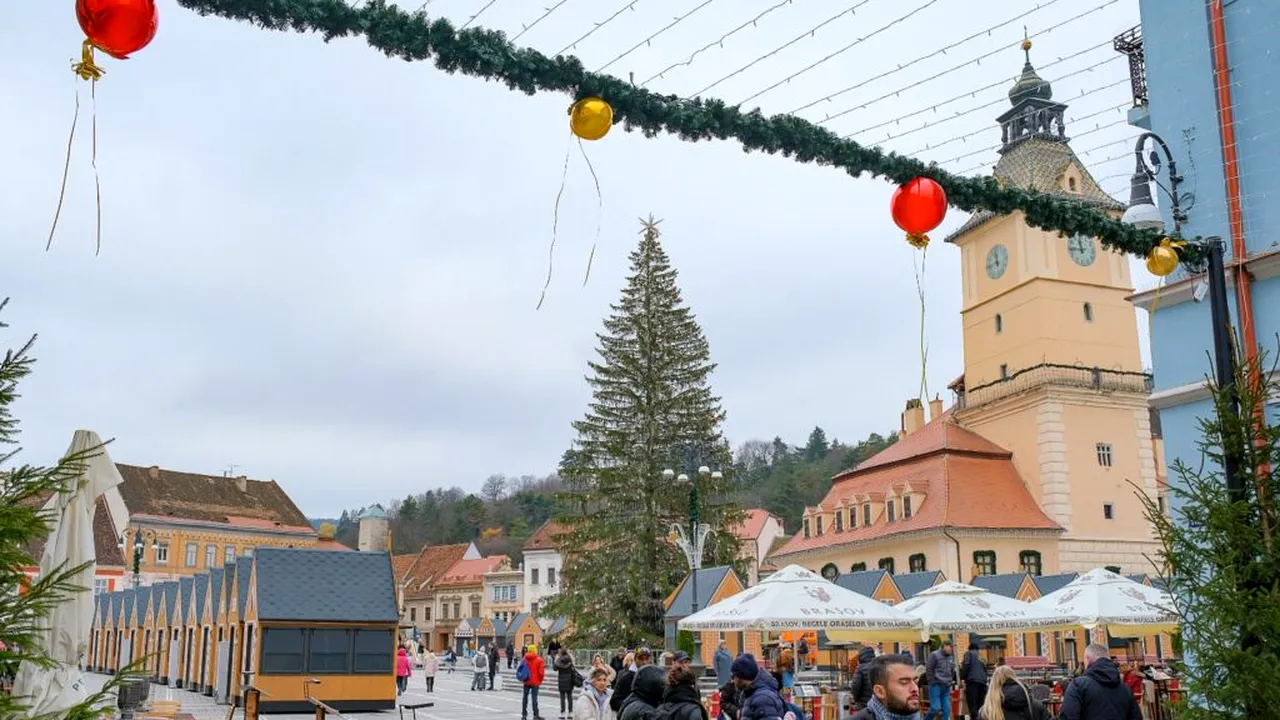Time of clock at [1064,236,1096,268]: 11:44
